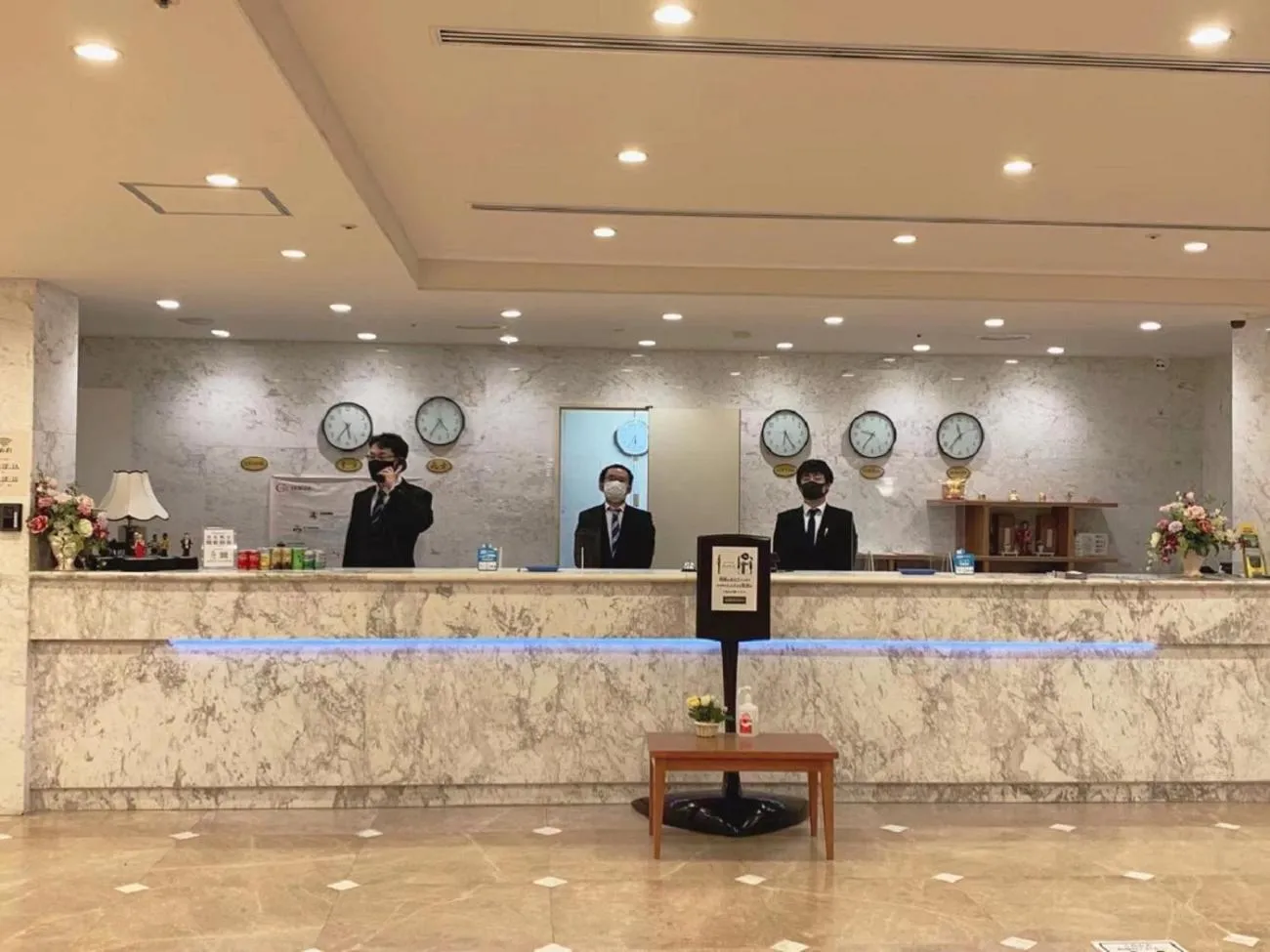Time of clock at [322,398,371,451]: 5:36
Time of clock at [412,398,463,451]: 4:35
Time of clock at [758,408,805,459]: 6:25
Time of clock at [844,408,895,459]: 9:36
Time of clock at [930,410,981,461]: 11:36
